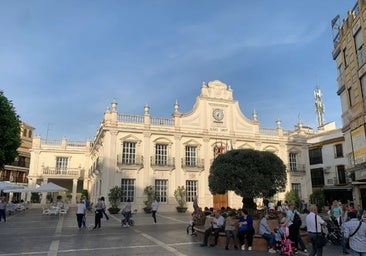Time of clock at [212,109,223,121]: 7:32
